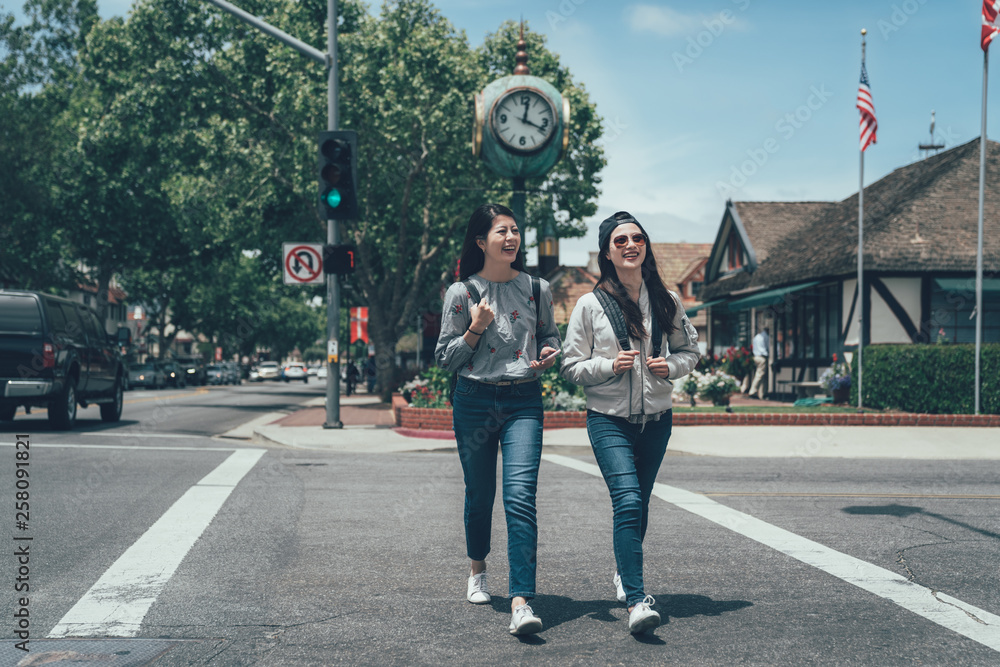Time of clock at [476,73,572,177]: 12:18
